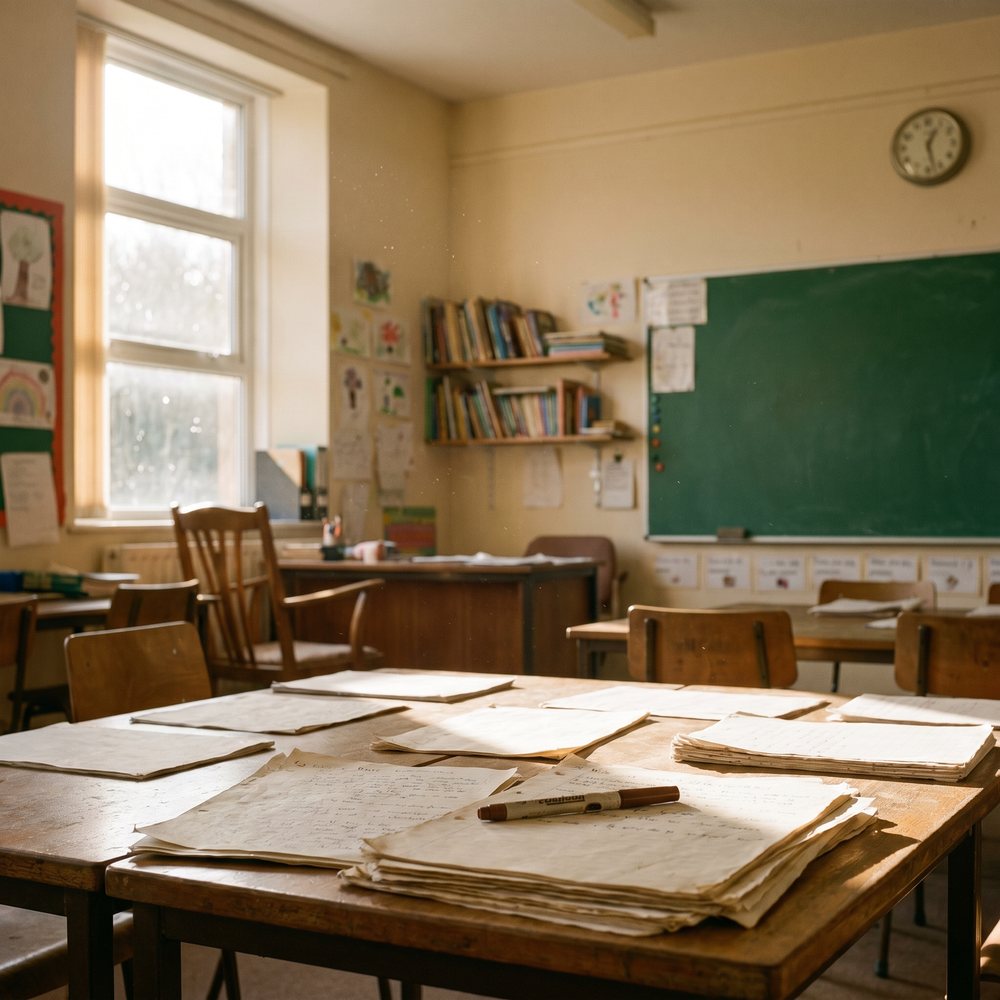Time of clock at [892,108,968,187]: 12:27
